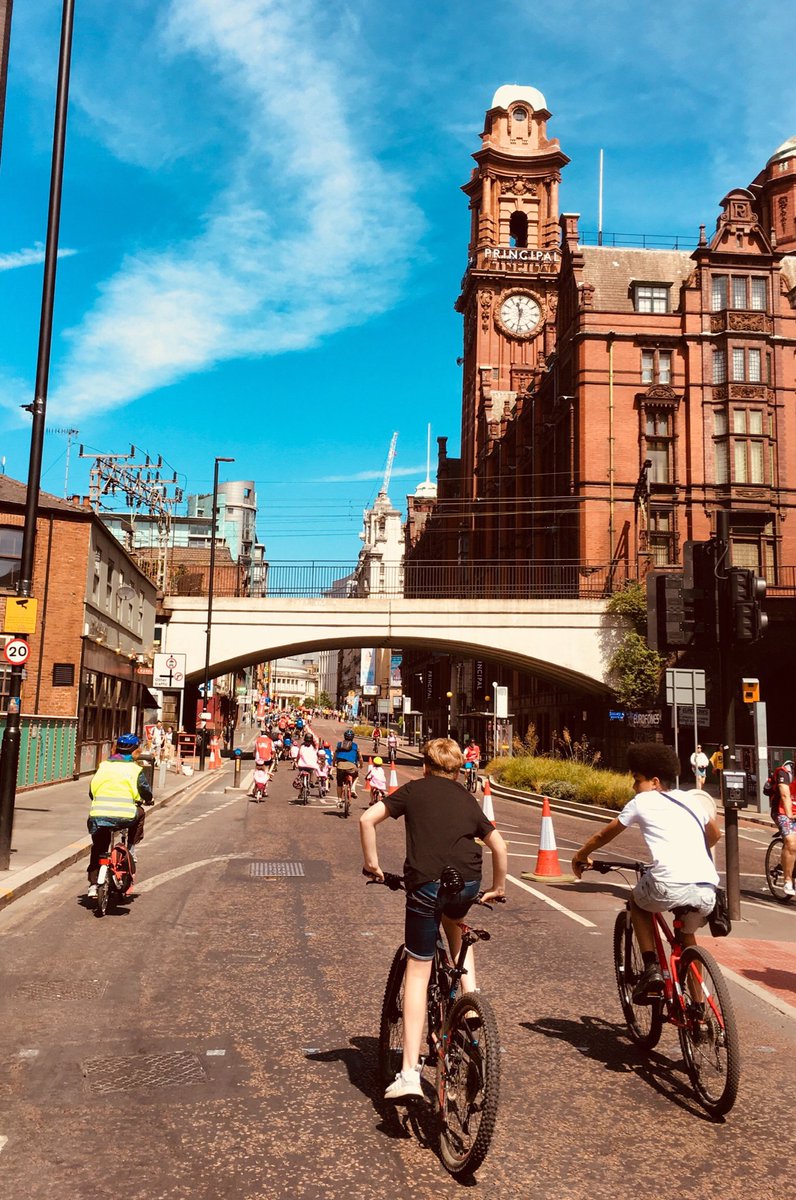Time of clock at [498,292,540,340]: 11:31
